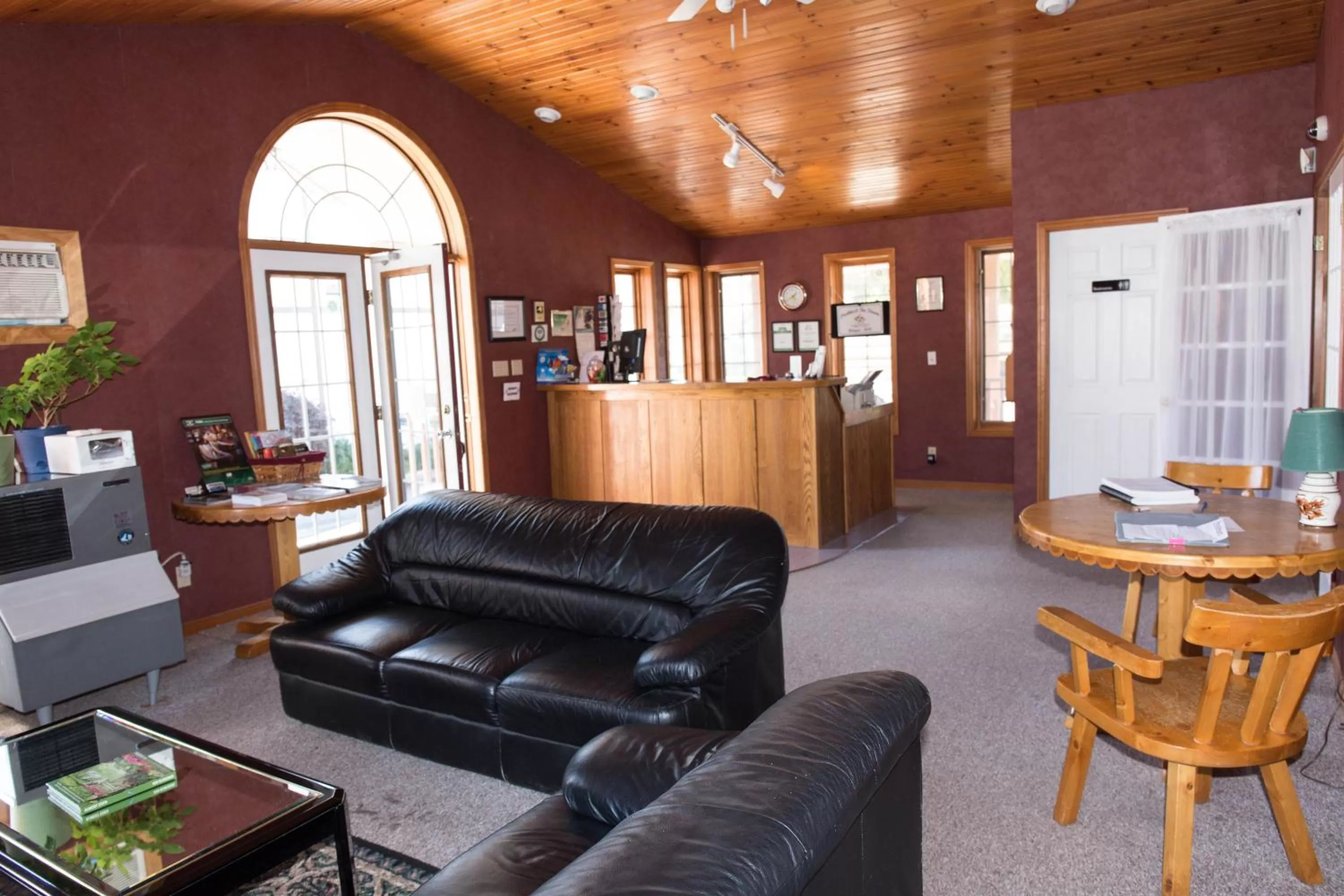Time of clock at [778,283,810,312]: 4:40
